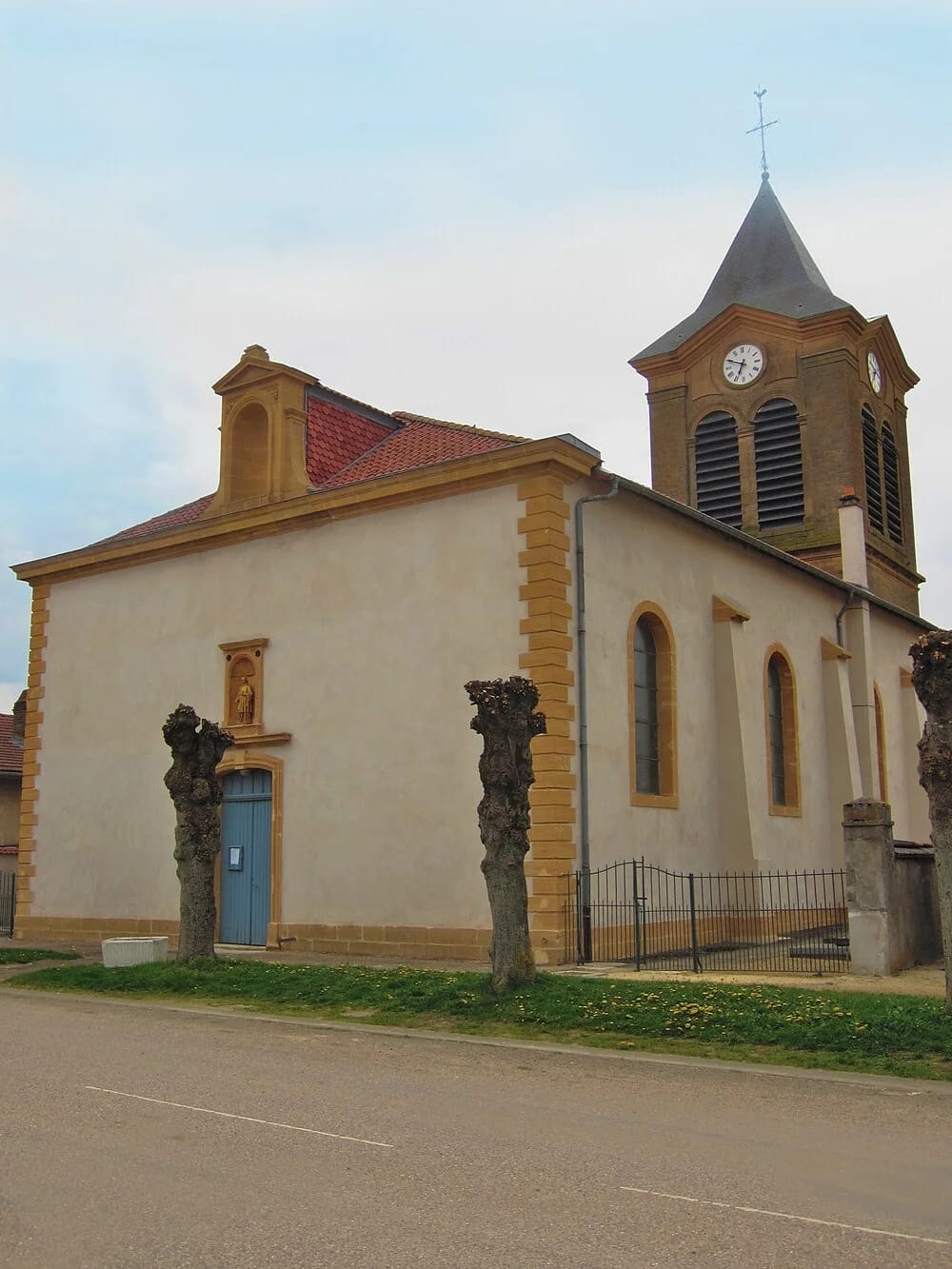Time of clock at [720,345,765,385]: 6:49
